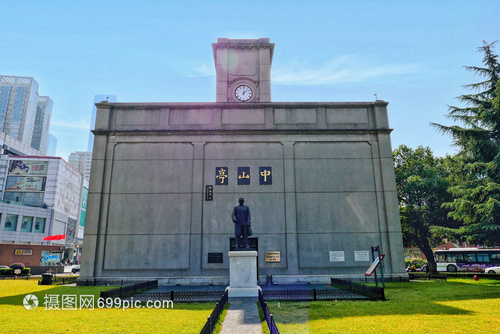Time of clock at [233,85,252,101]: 12:07
